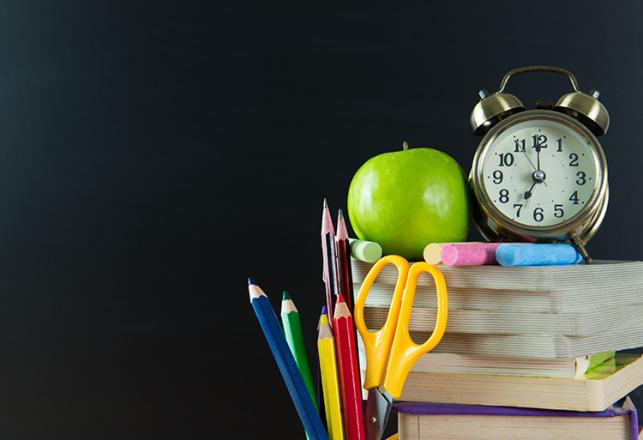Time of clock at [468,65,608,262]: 7:00
